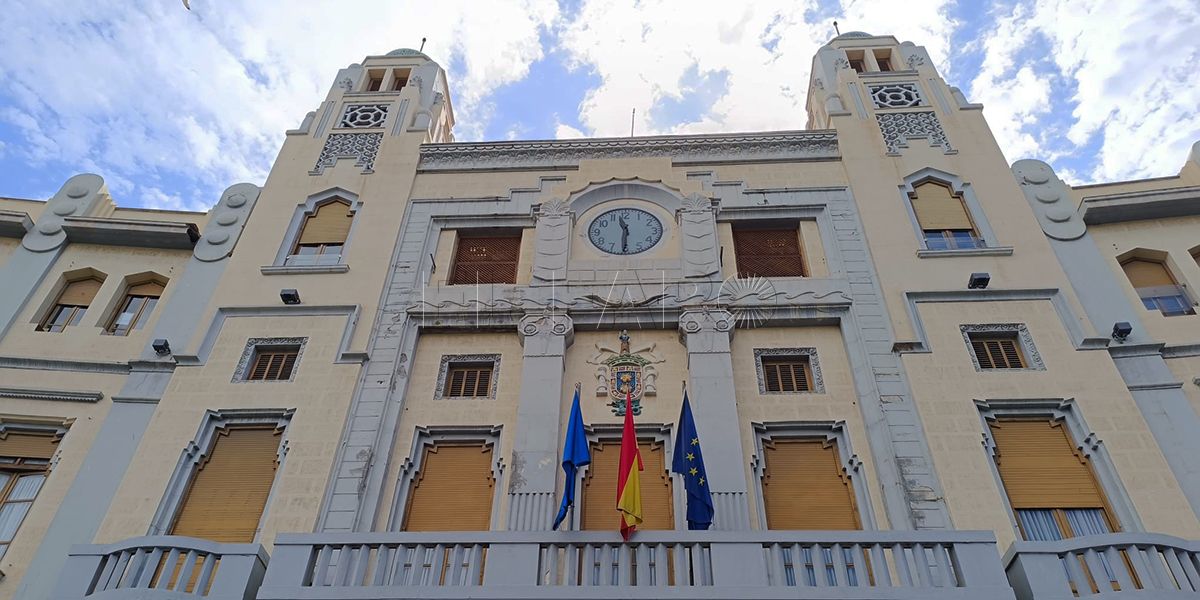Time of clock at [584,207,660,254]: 11:30
